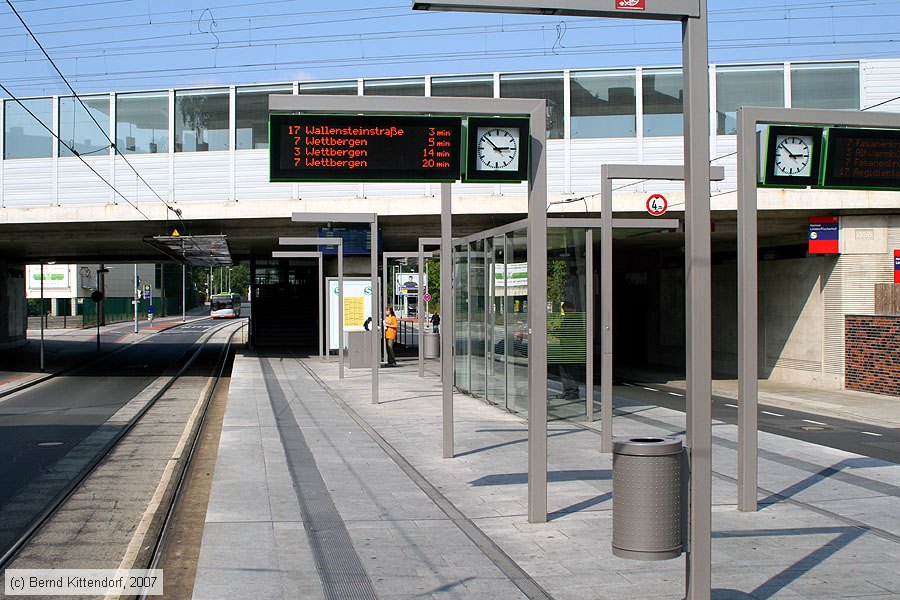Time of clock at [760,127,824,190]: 2:51
